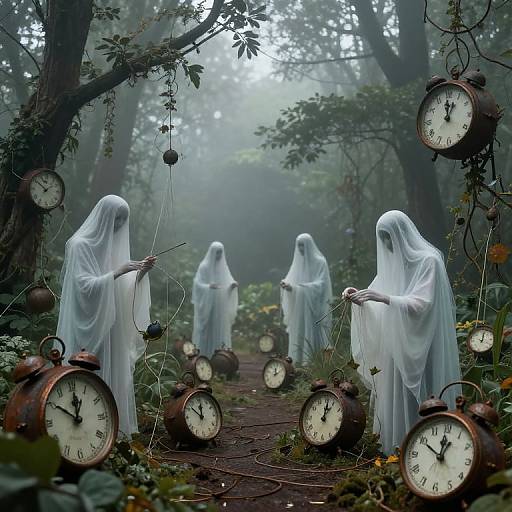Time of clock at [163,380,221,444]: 11:51
